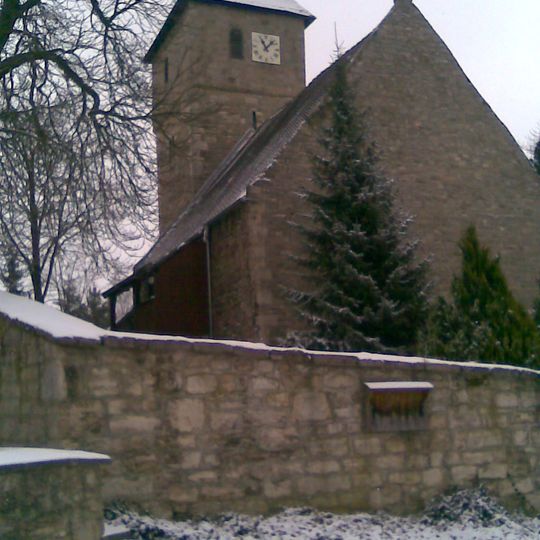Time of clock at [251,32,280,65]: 11:07
